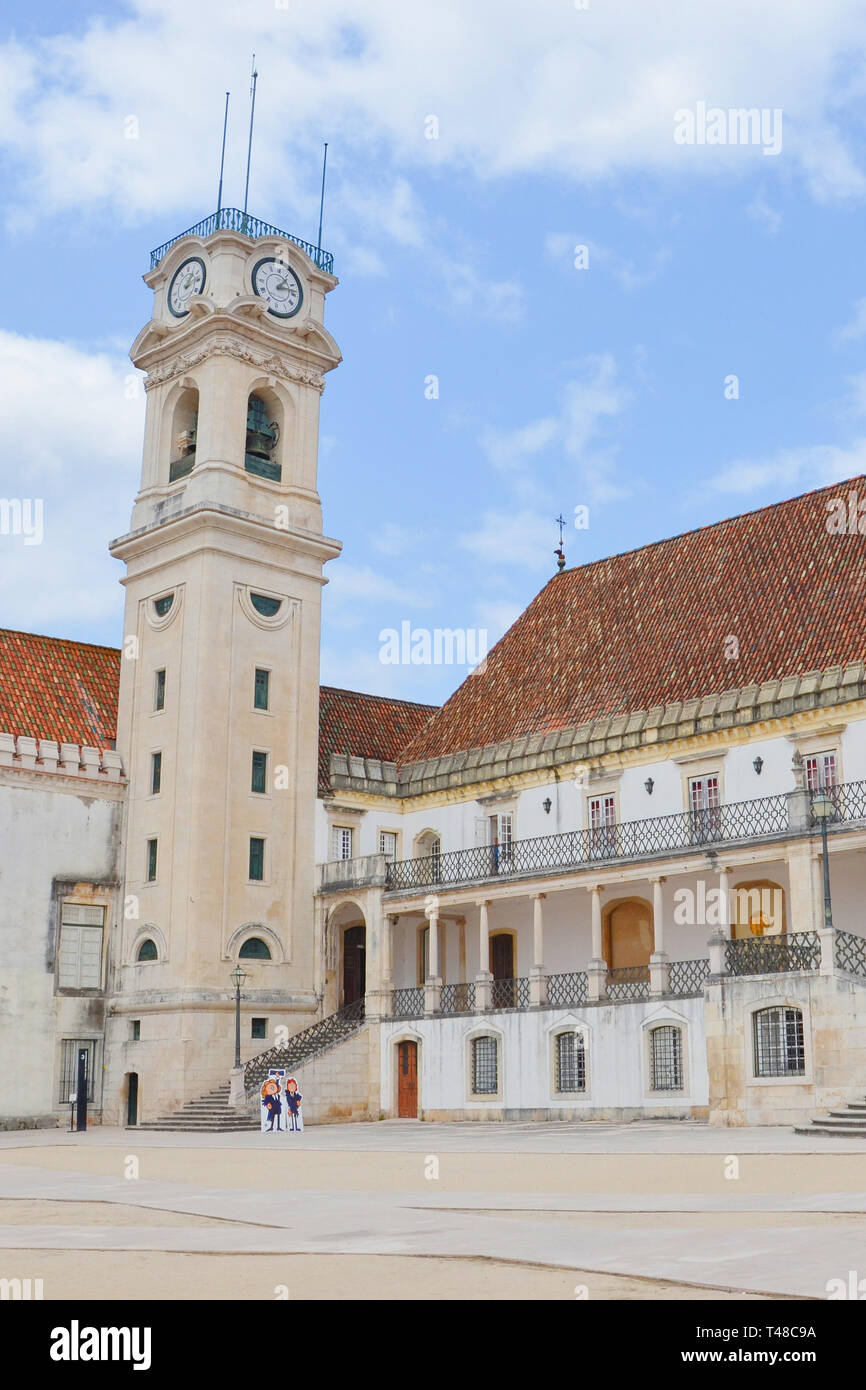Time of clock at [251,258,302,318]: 1:13
